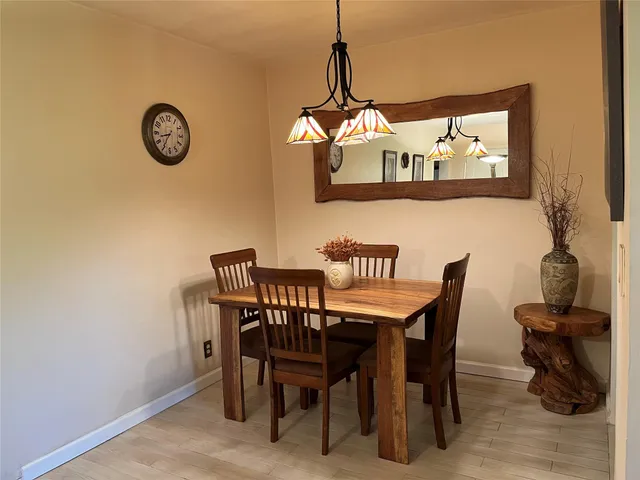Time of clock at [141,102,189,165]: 8:35
